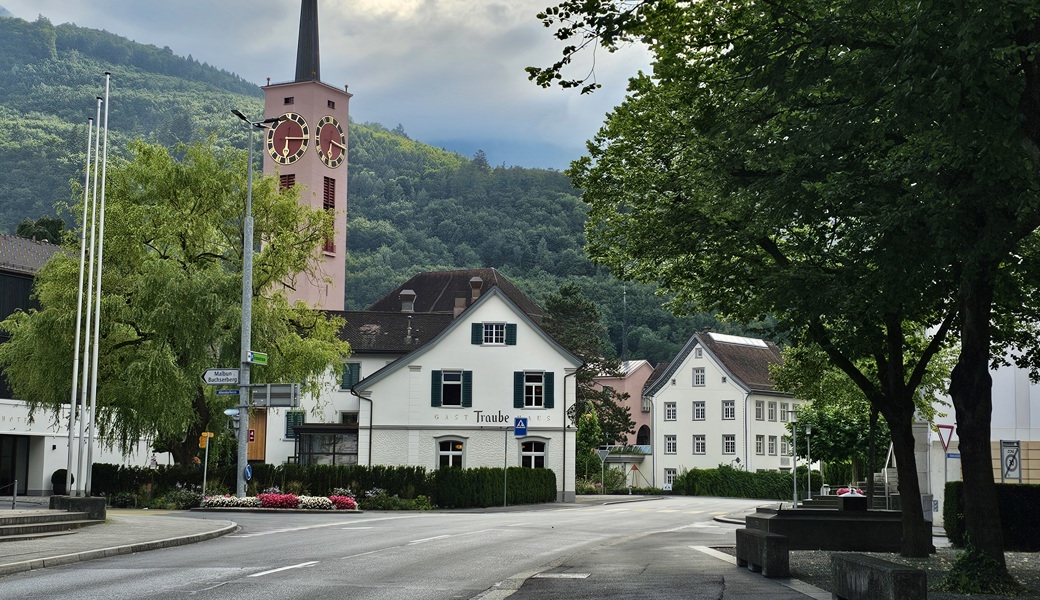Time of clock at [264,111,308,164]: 6:15
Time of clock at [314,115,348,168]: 6:15
